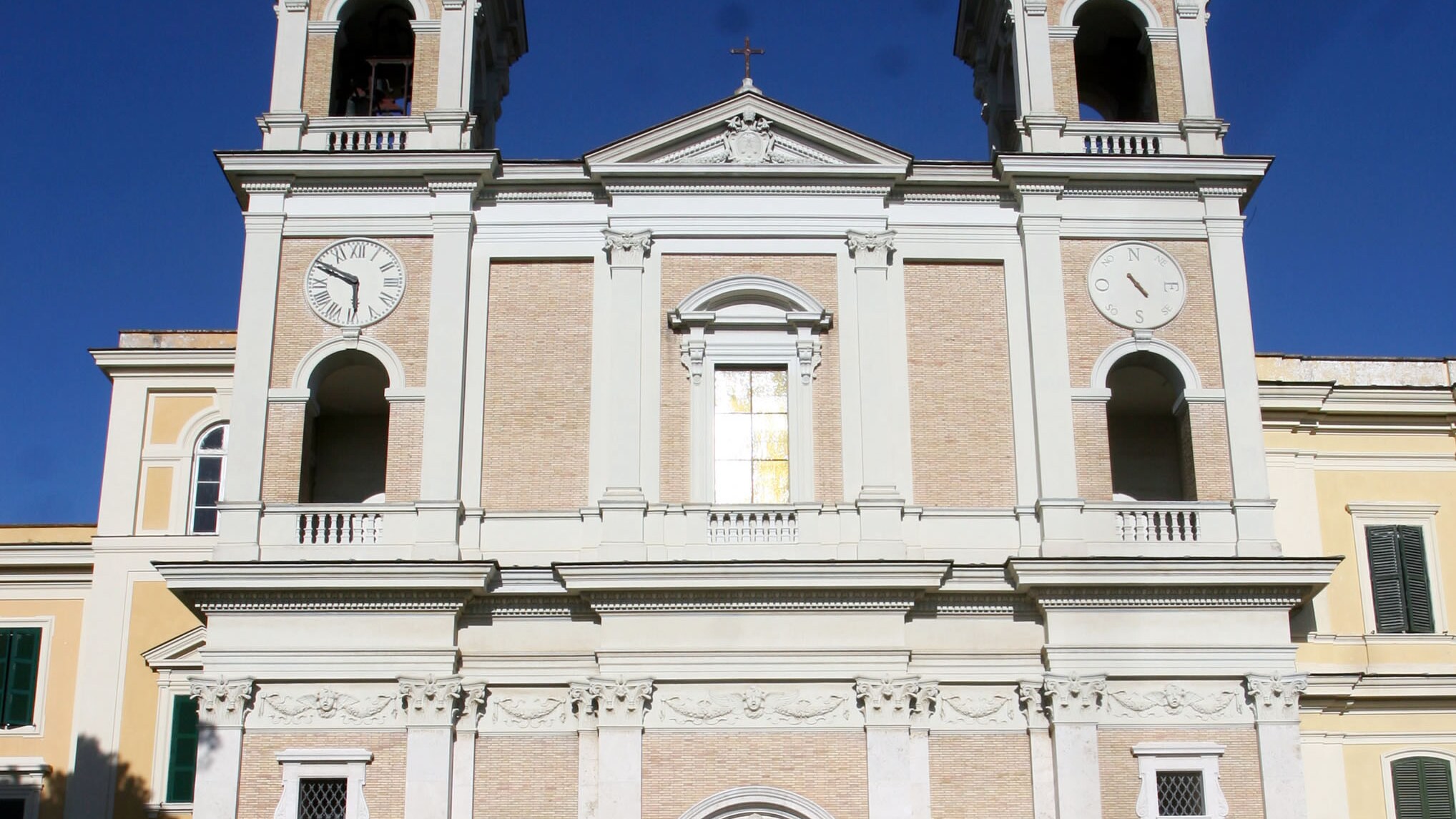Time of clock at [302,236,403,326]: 5:49
